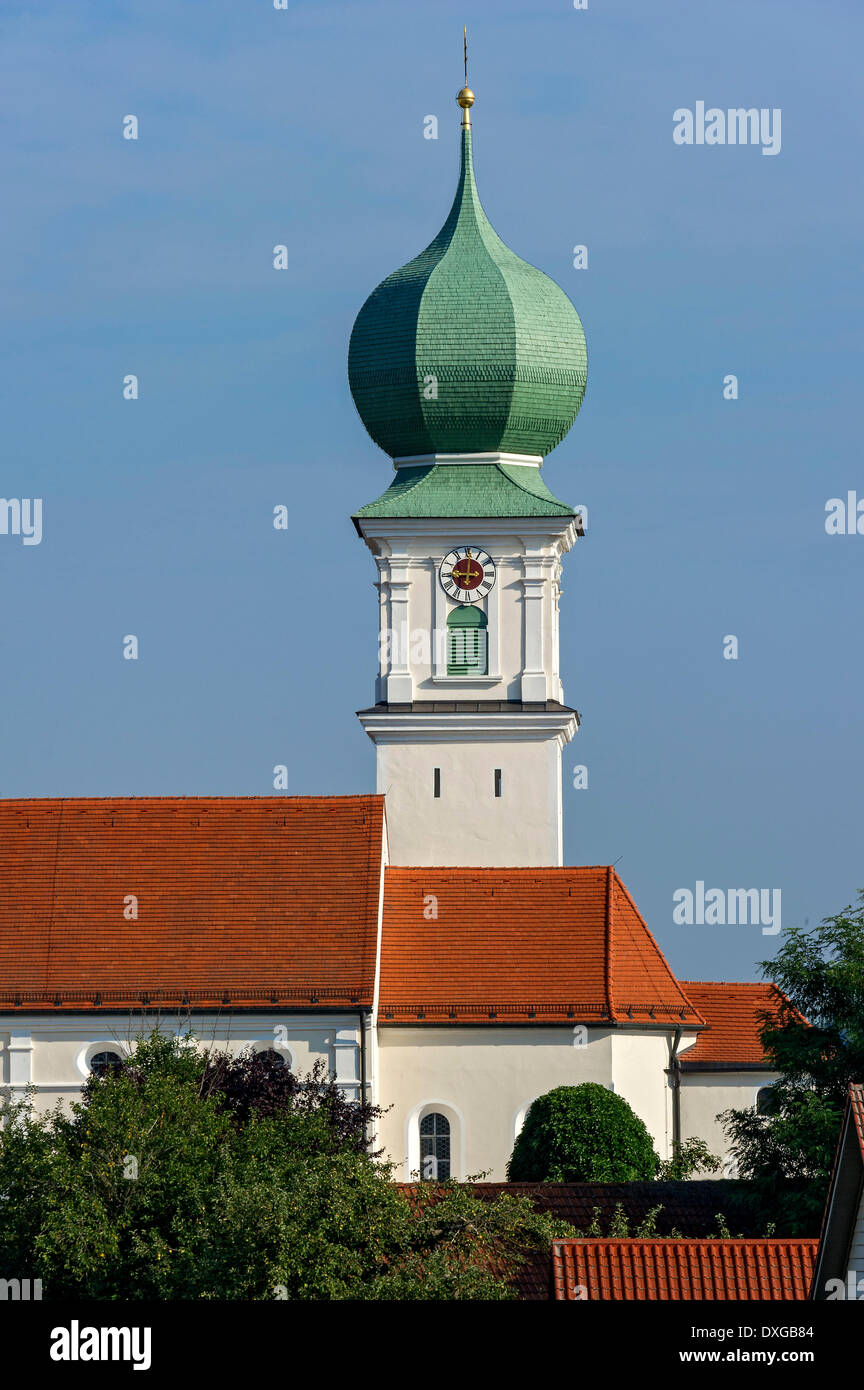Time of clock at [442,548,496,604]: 9:01
